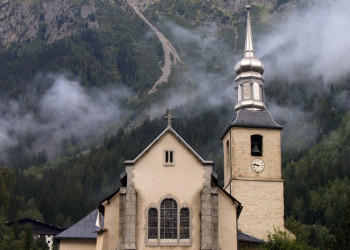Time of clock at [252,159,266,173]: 9:45
